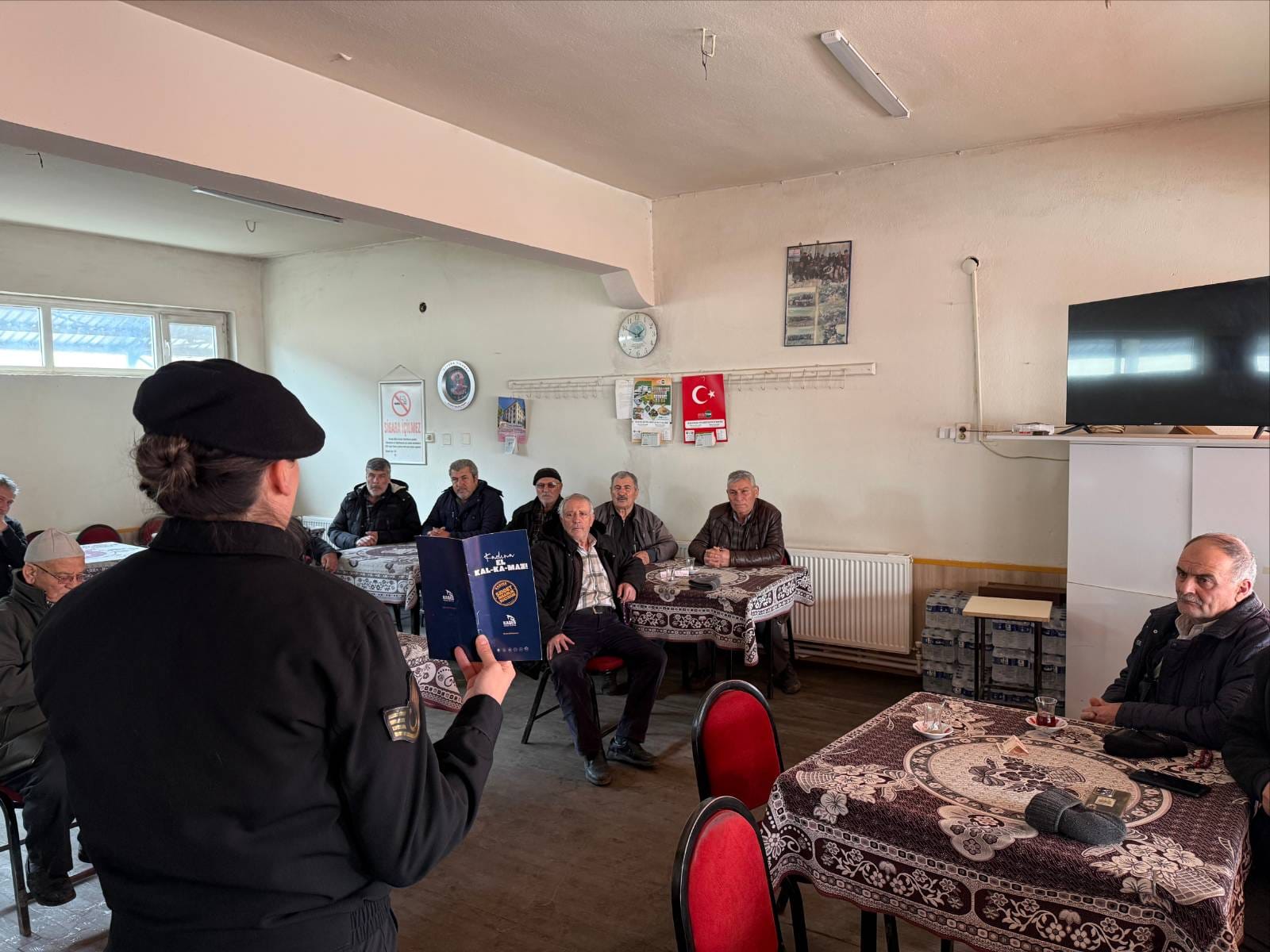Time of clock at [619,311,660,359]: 1:49
